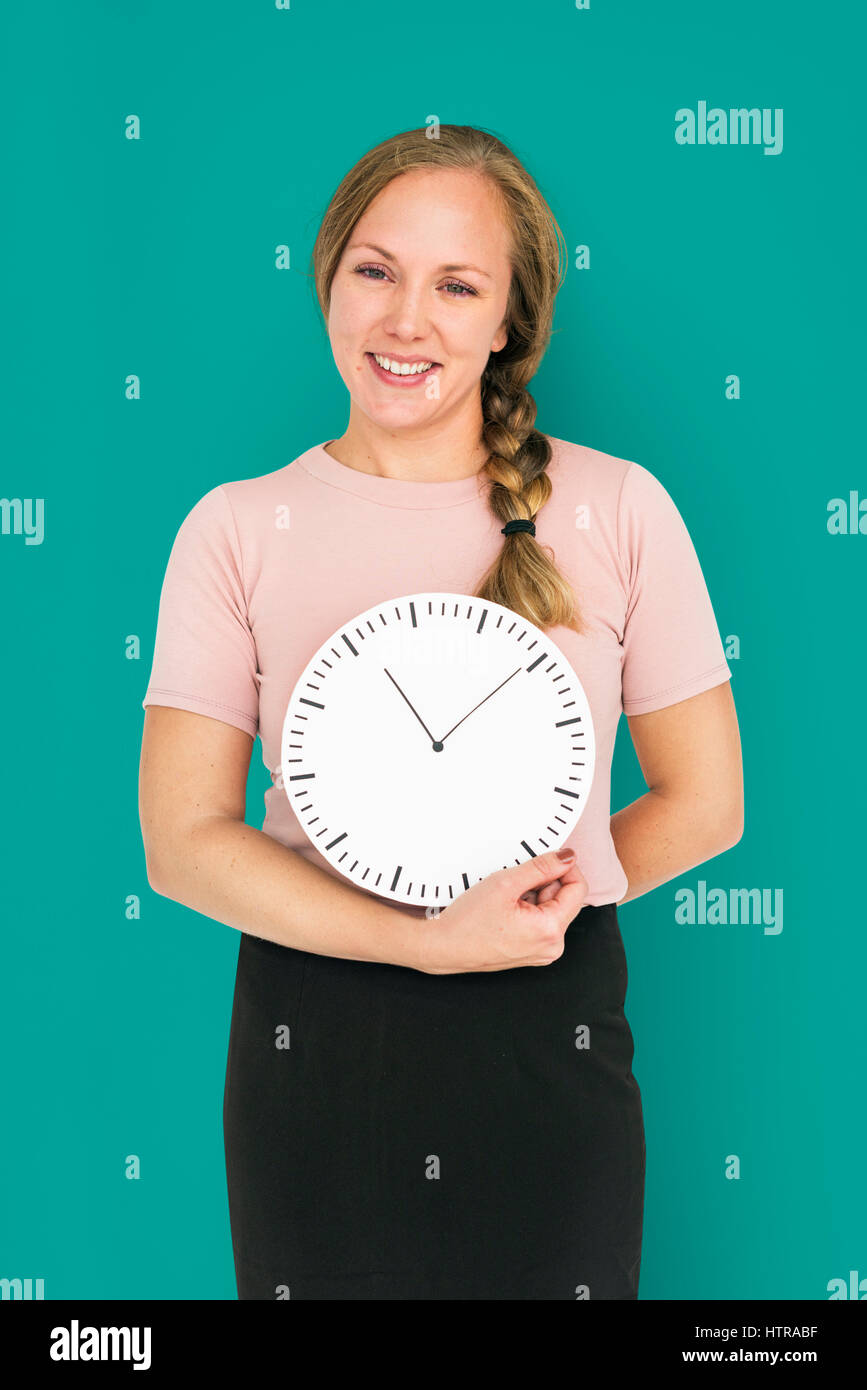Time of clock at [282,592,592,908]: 11:09
